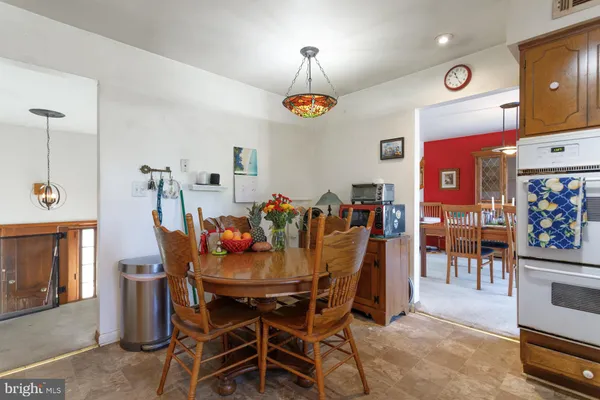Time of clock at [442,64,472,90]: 11:25
